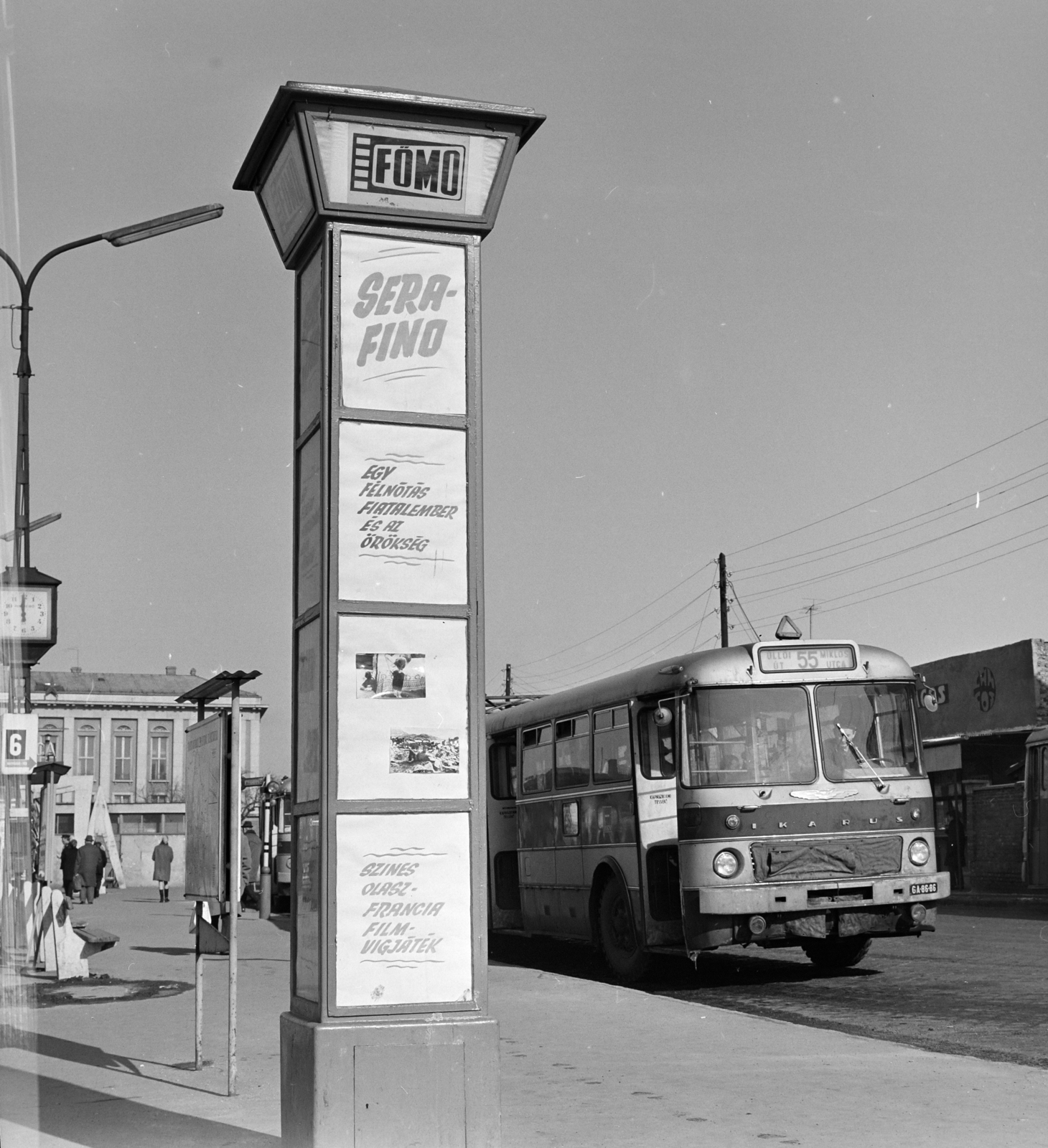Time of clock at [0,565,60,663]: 5:59
